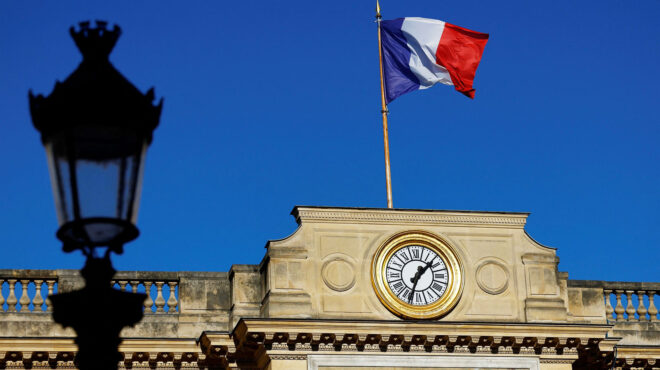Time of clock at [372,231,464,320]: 1:33
